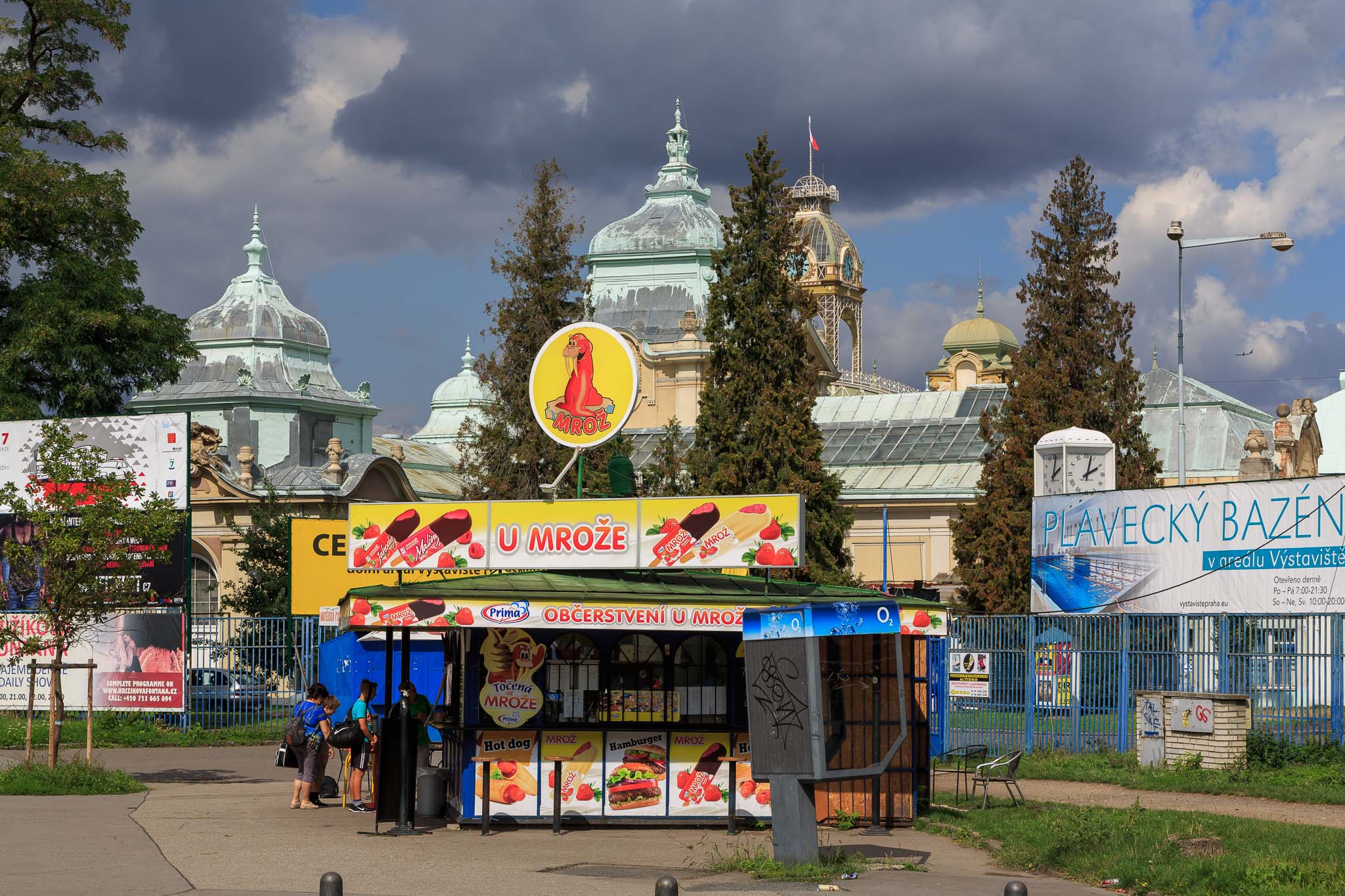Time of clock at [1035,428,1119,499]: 2:02
